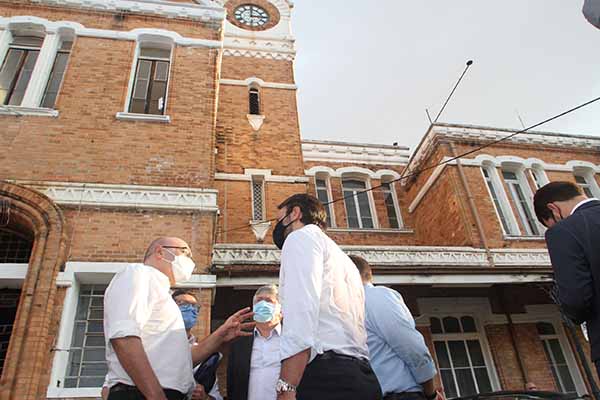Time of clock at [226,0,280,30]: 3:00
